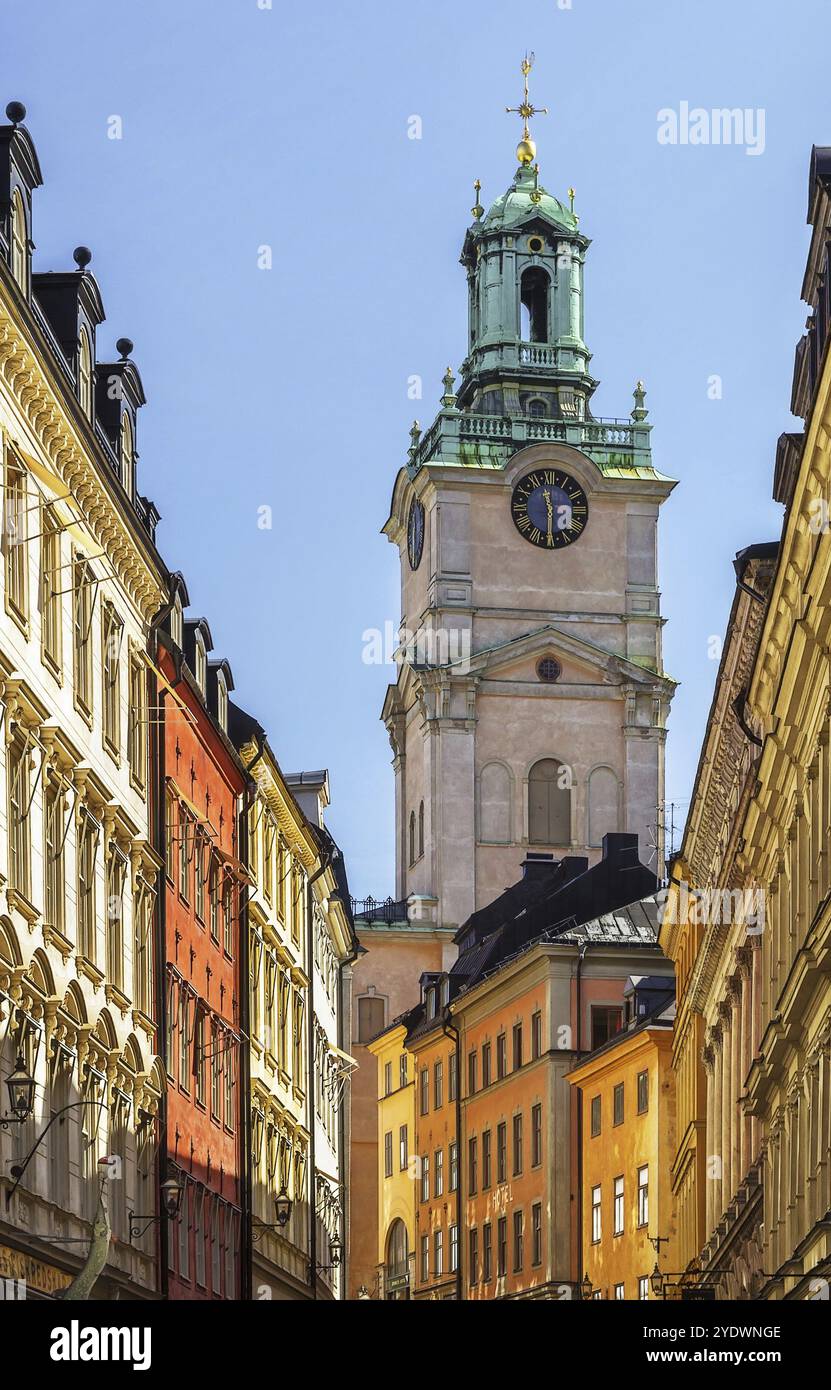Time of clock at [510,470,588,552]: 11:30
